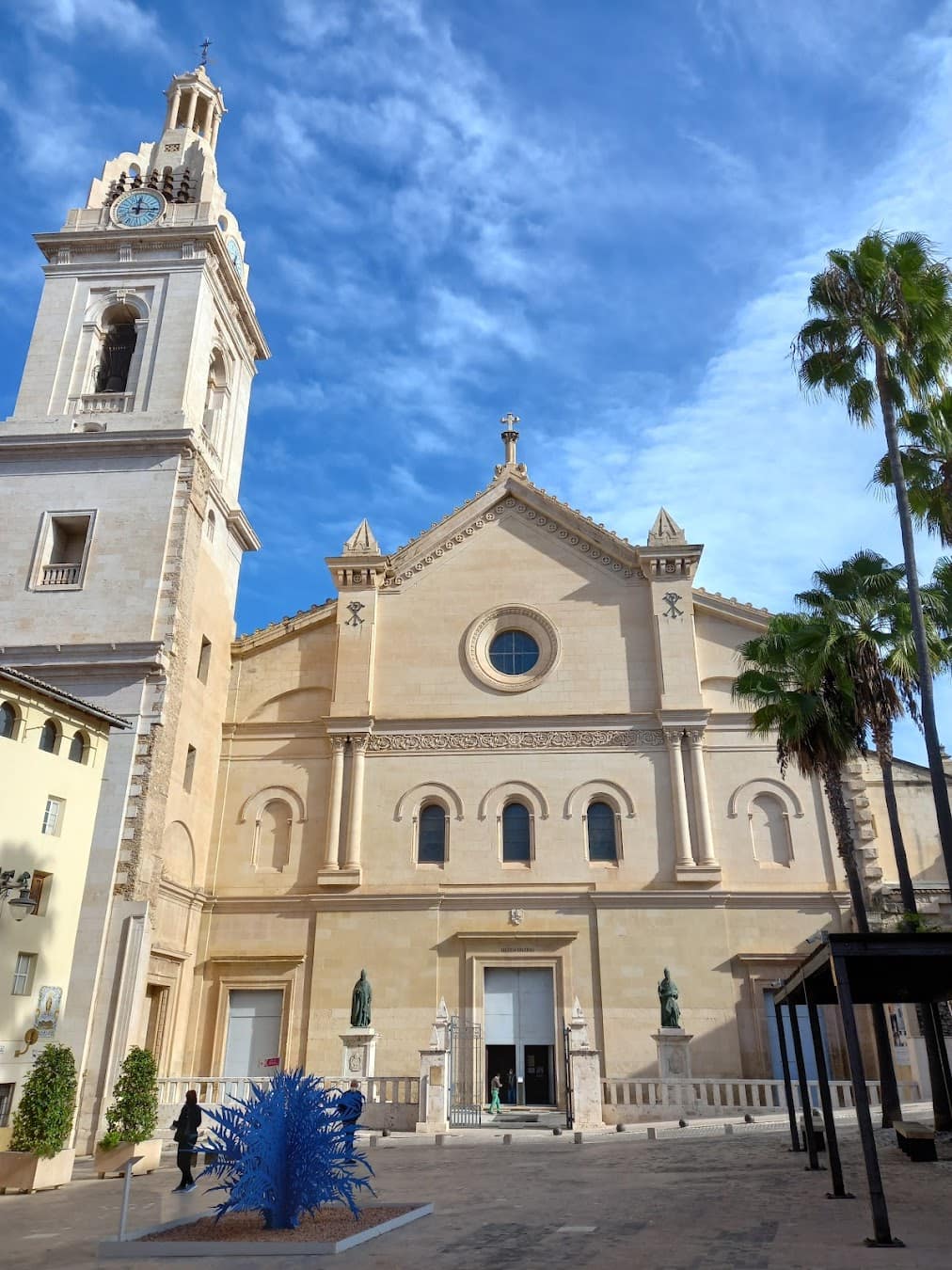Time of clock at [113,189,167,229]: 12:16
